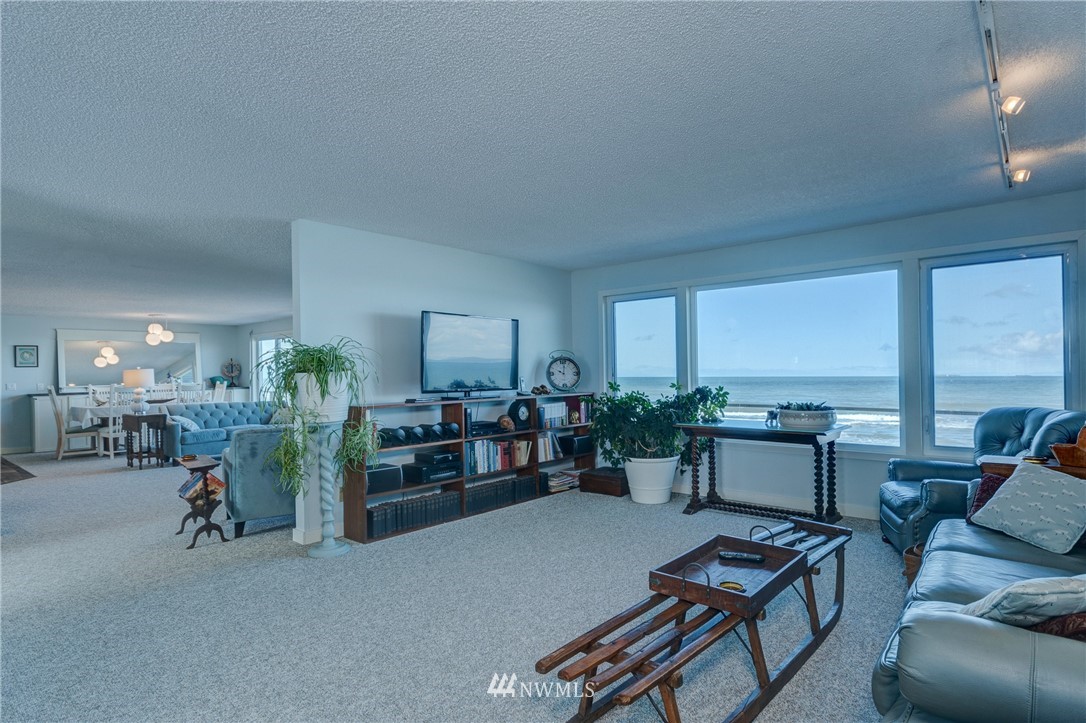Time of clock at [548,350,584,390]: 10:01
